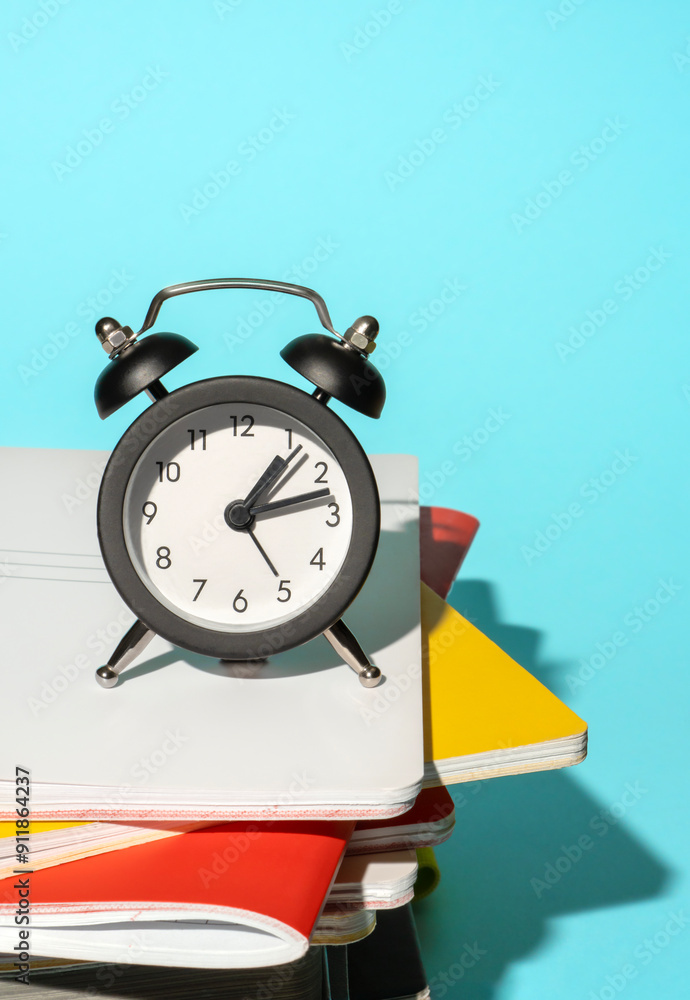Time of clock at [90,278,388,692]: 1:13
